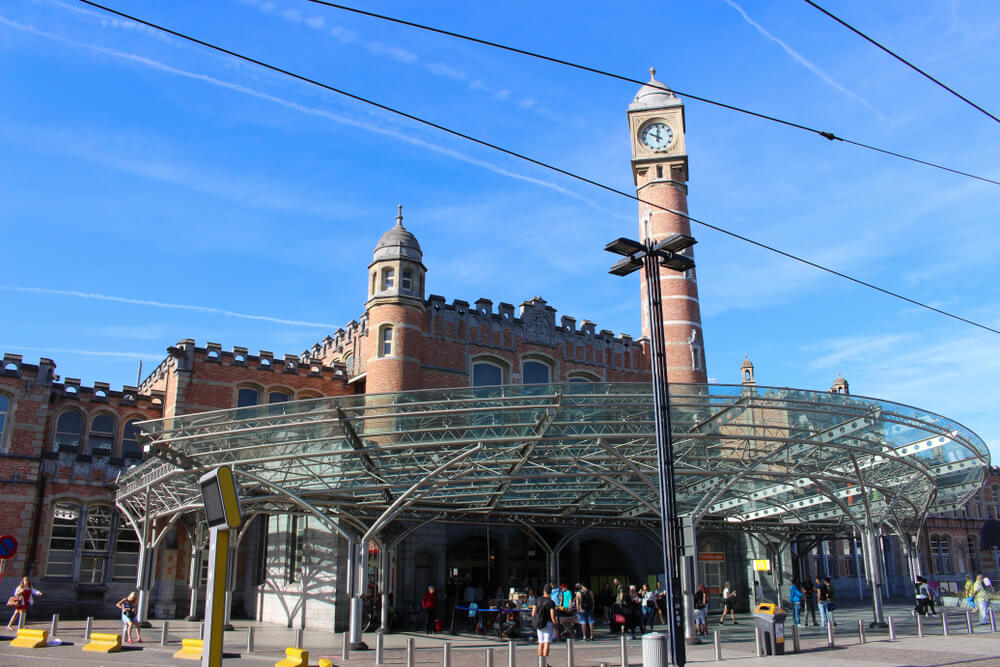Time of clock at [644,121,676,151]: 10:00
